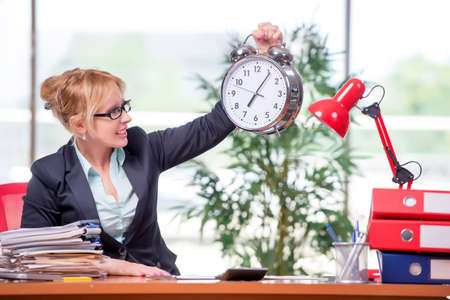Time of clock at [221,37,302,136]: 7:06
